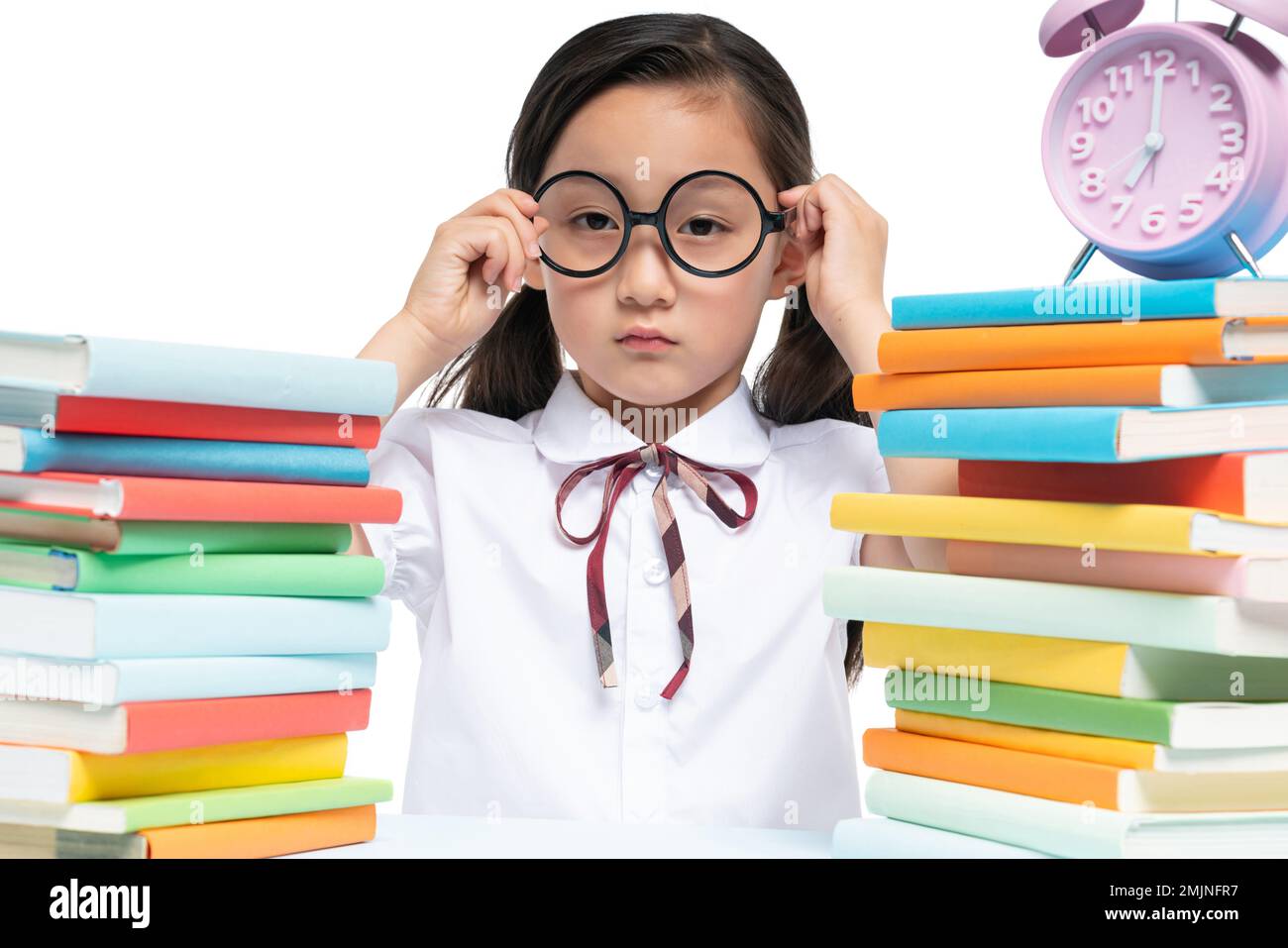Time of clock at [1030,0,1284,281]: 7:00
